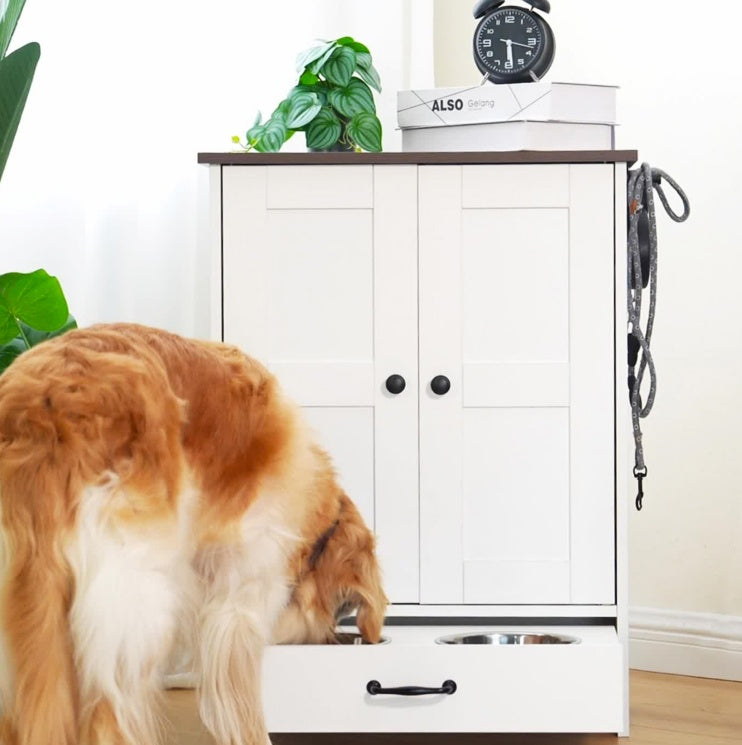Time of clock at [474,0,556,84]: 3:29
